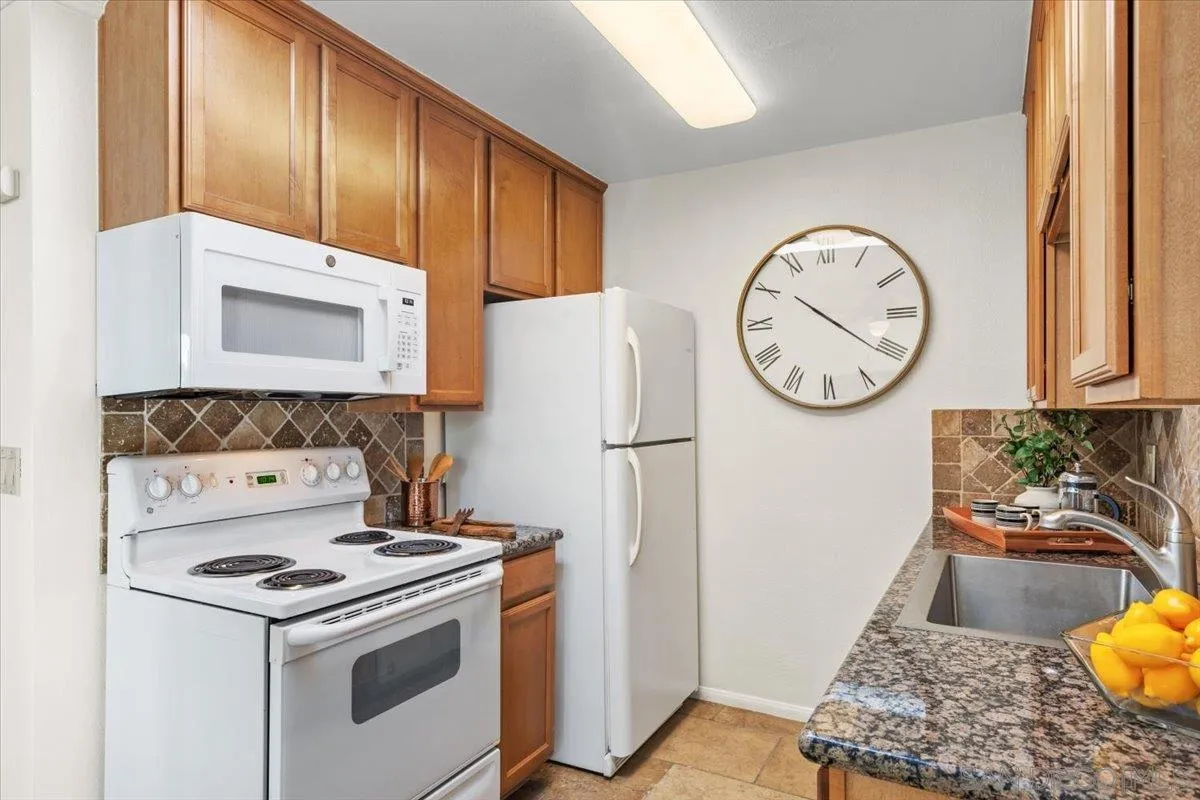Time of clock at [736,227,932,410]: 10:20
